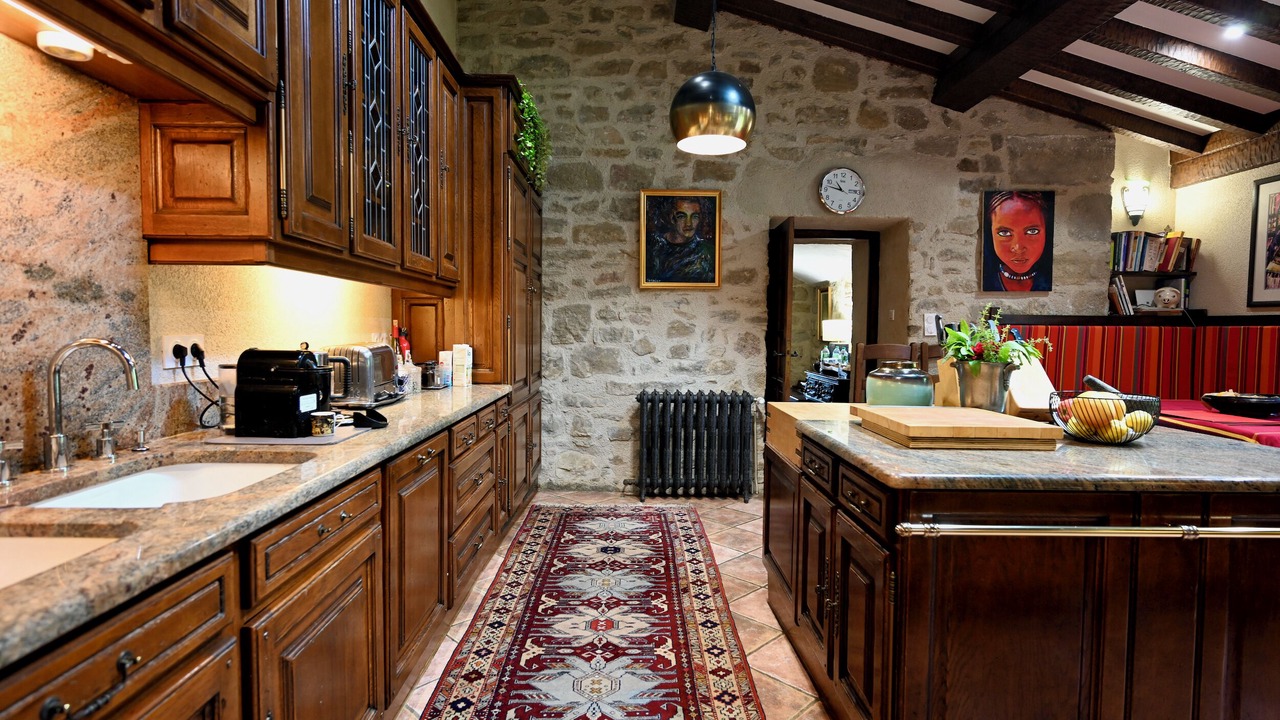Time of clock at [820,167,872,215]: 10:47
